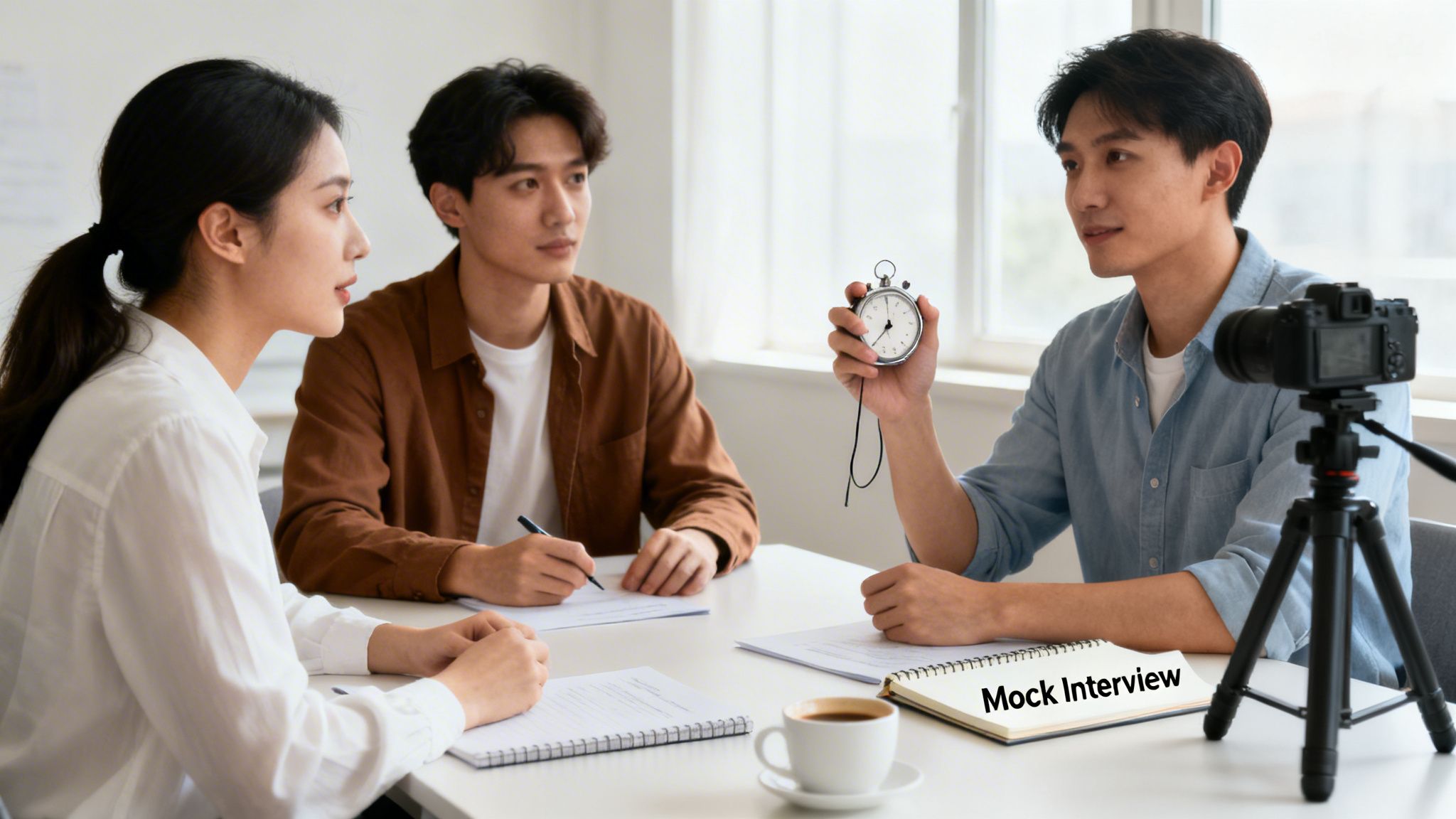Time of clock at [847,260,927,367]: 7:00
